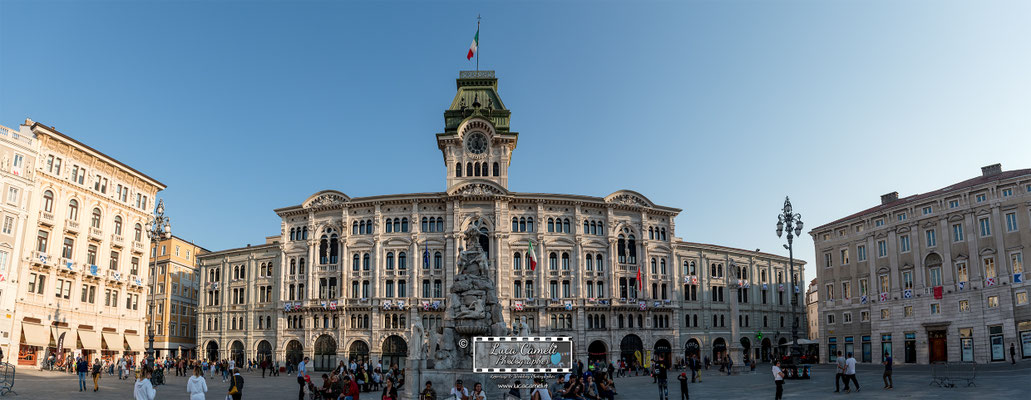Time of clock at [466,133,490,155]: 12:24
